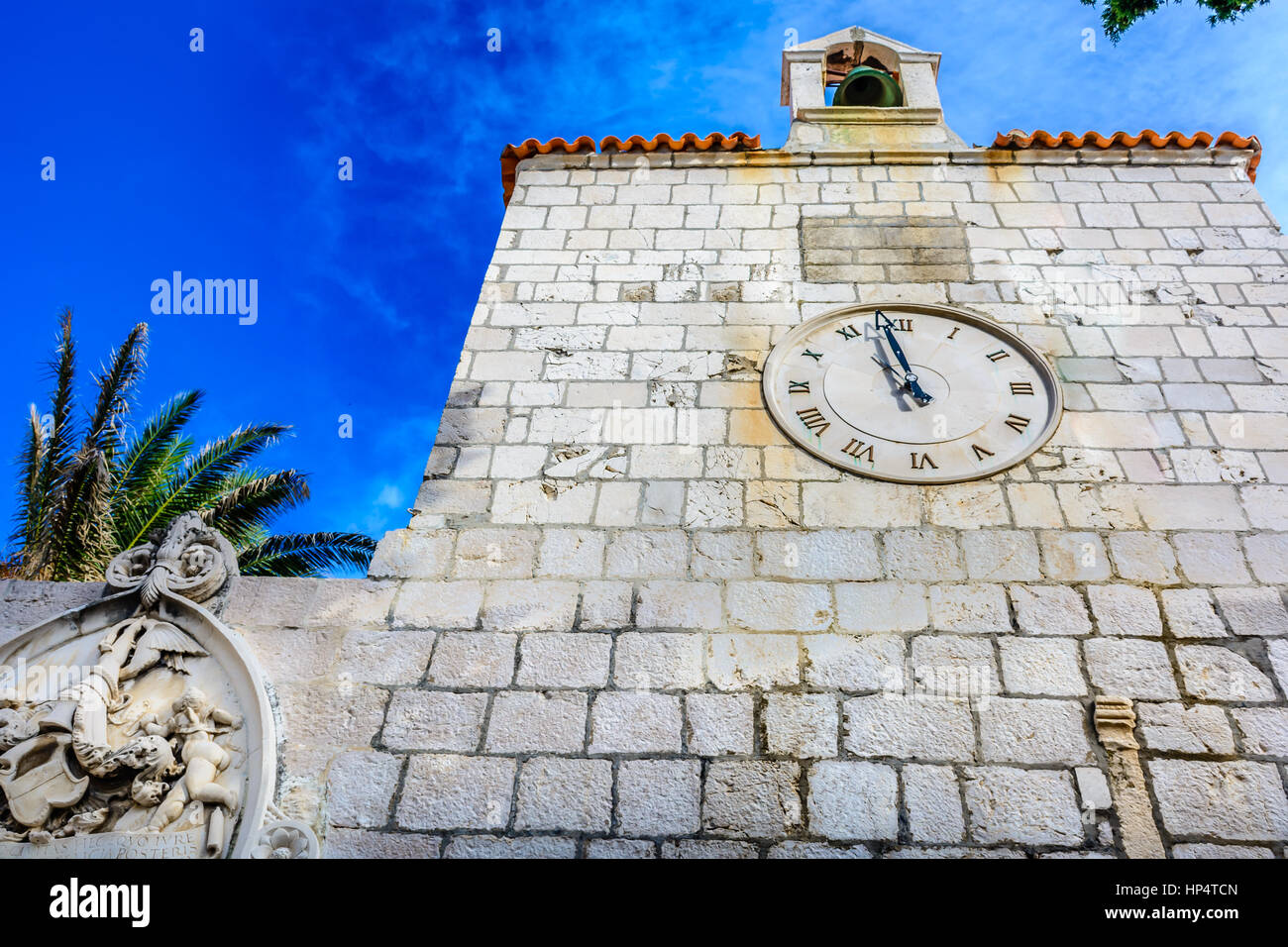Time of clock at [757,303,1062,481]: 10:58
